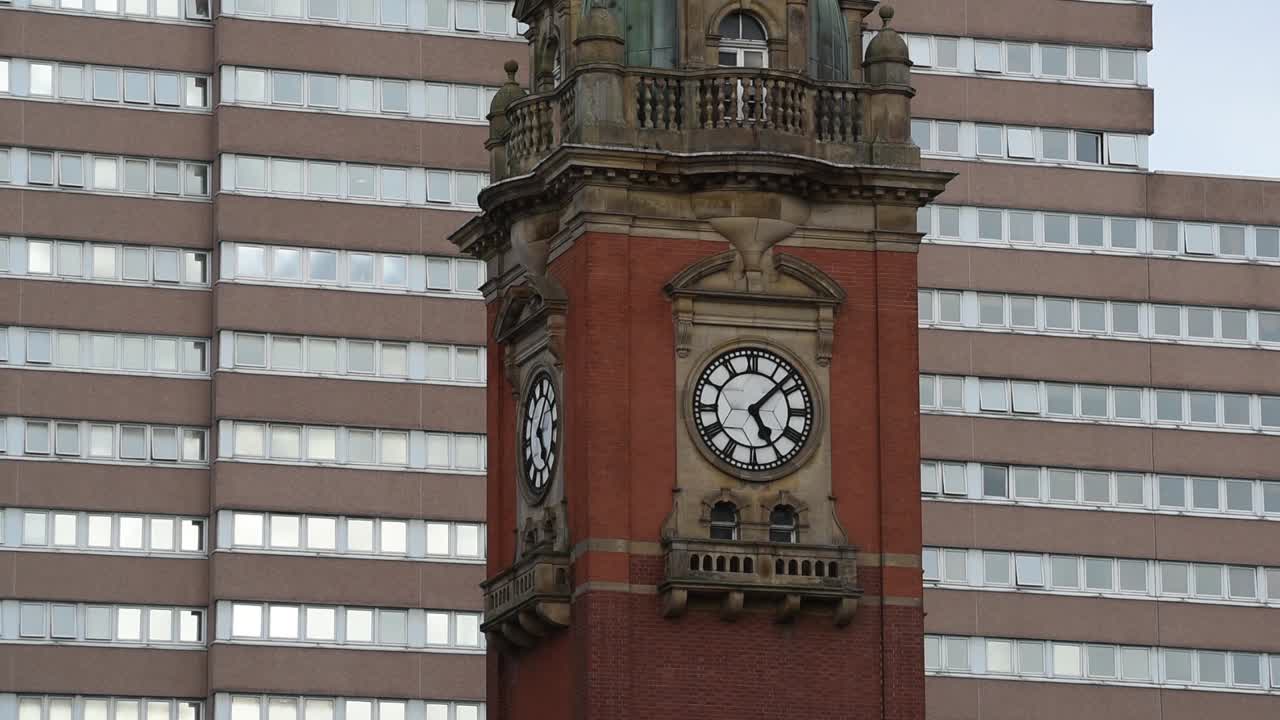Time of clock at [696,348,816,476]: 5:07
